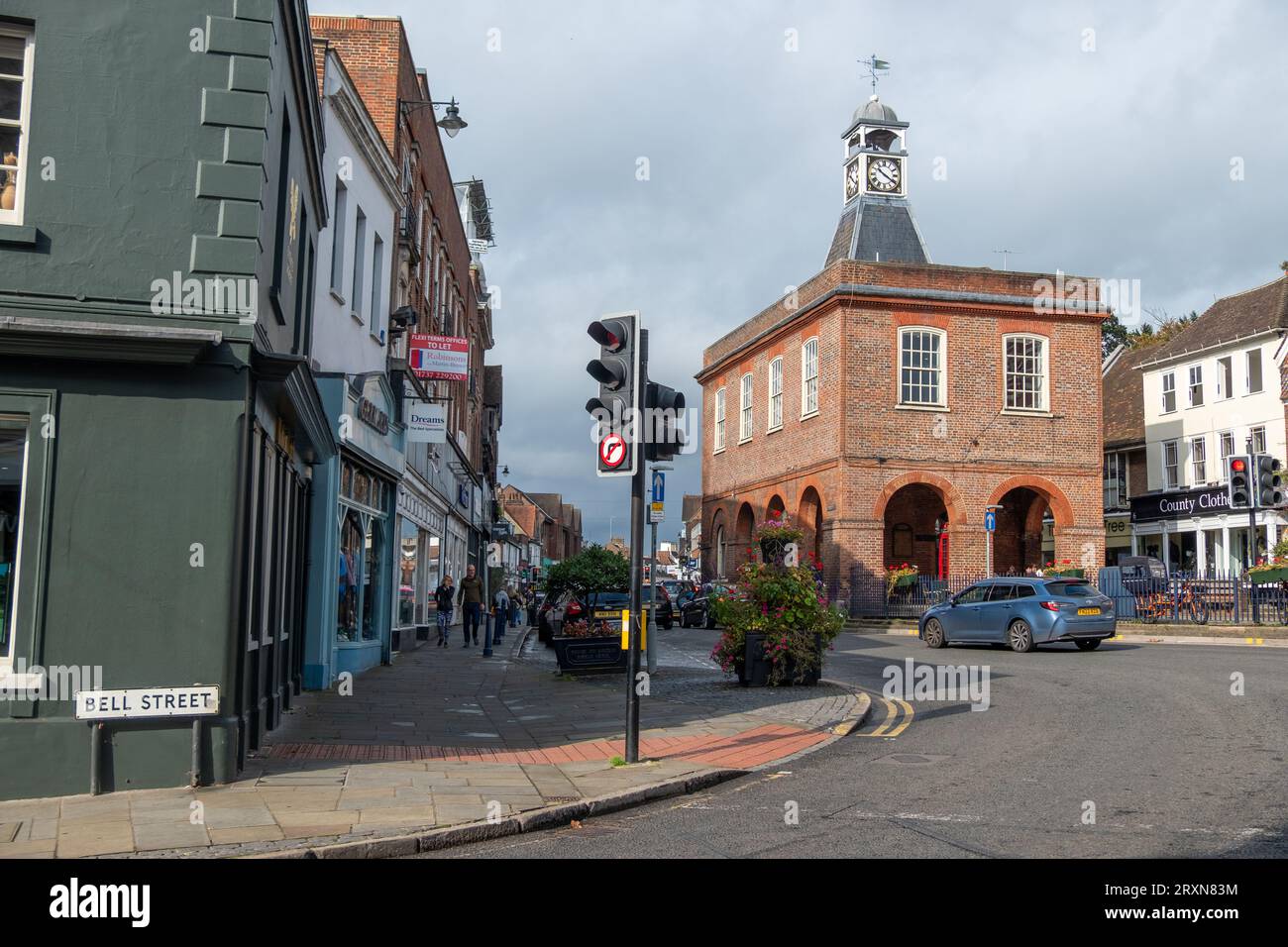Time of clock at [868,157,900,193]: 10:20
